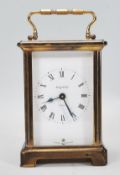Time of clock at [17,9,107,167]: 8:24
